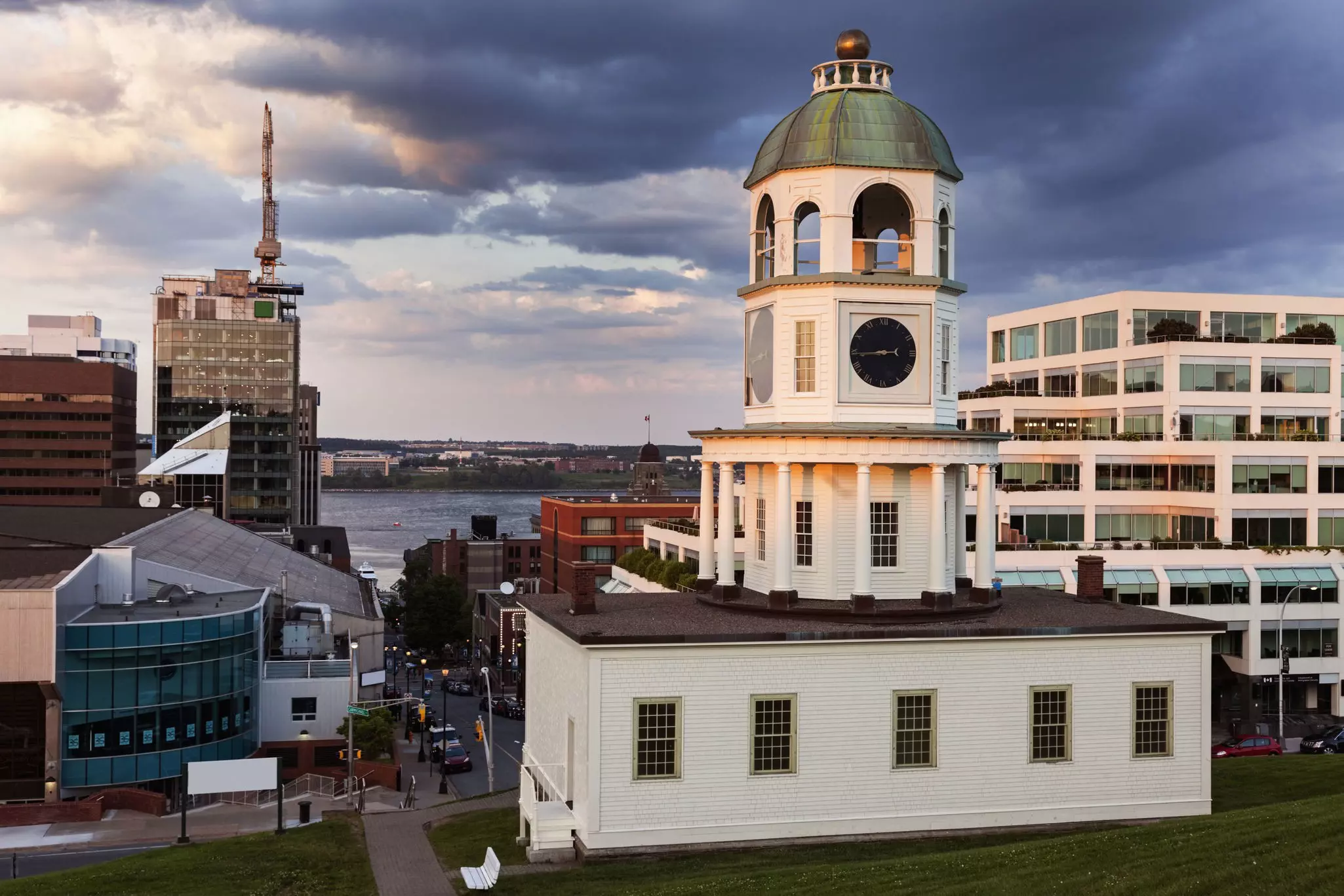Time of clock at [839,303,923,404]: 8:44
